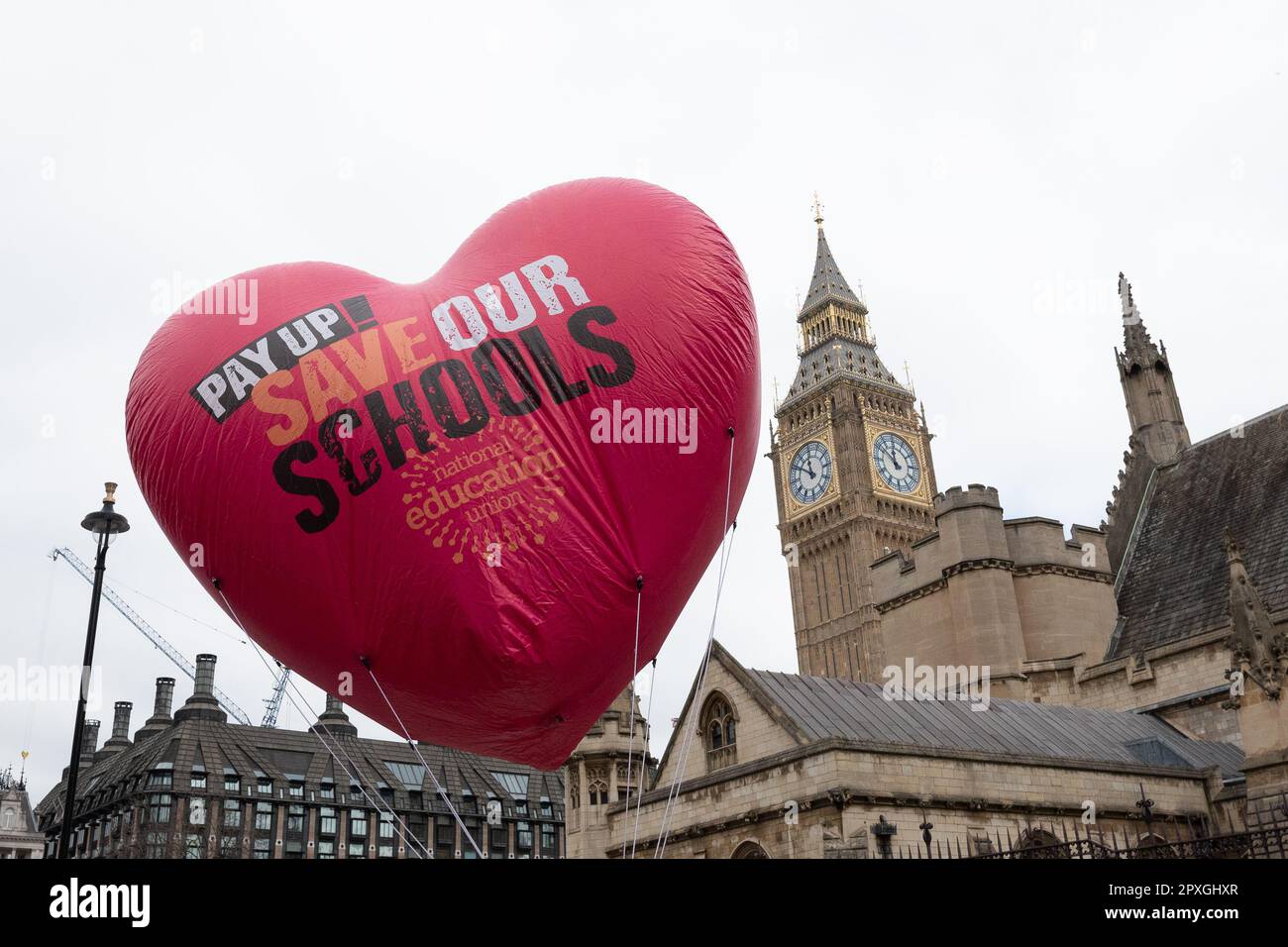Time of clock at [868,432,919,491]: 11:51
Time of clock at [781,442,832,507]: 11:50
